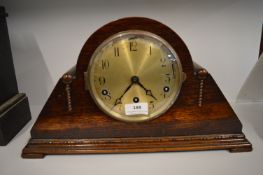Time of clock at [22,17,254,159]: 4:35
